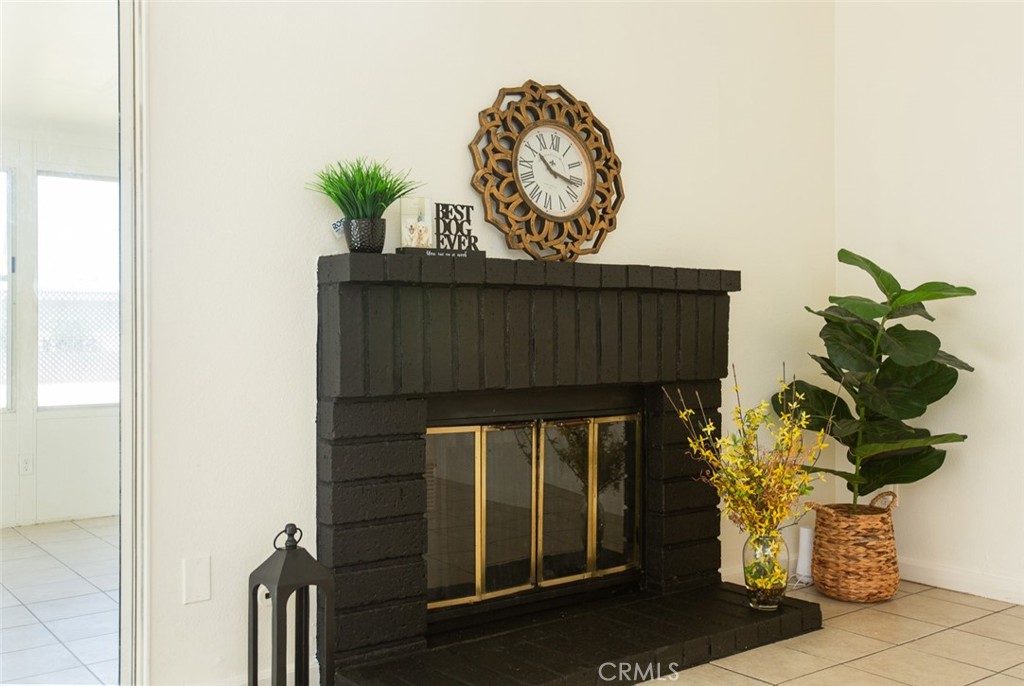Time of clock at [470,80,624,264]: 10:17
